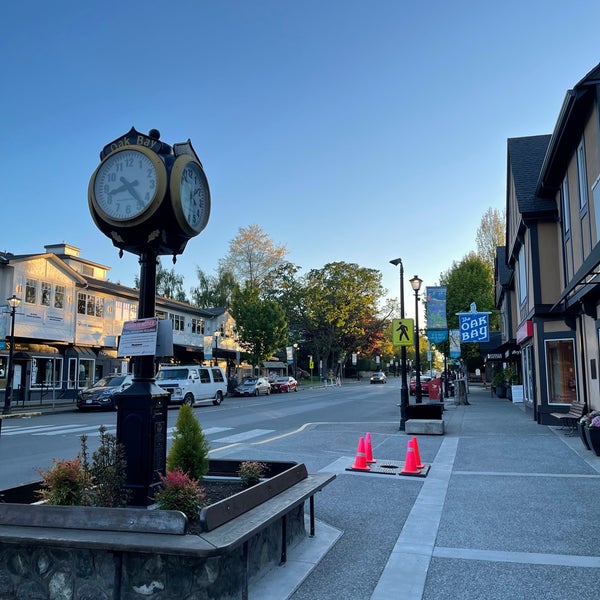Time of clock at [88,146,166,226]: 8:23
